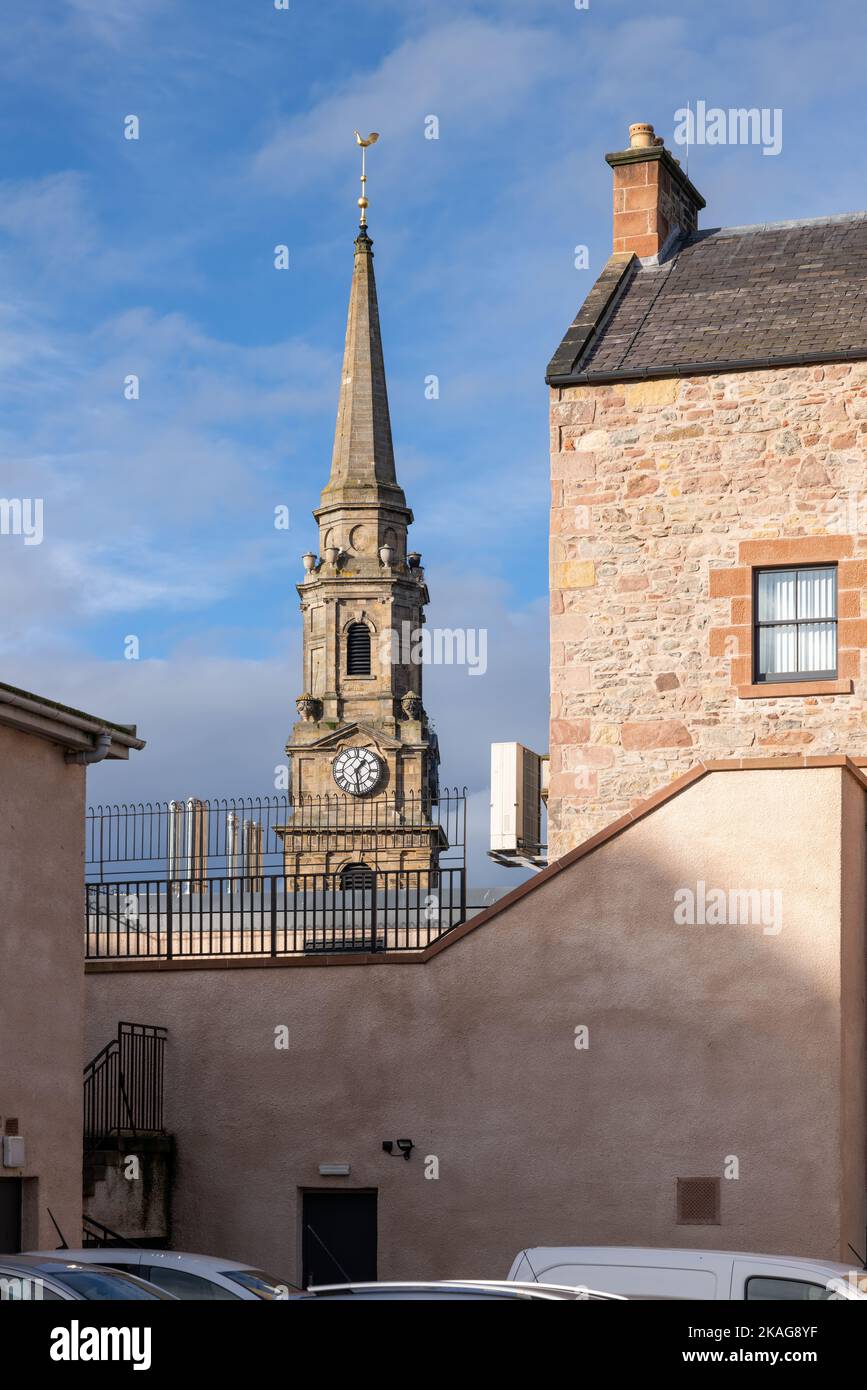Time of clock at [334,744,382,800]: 1:28
